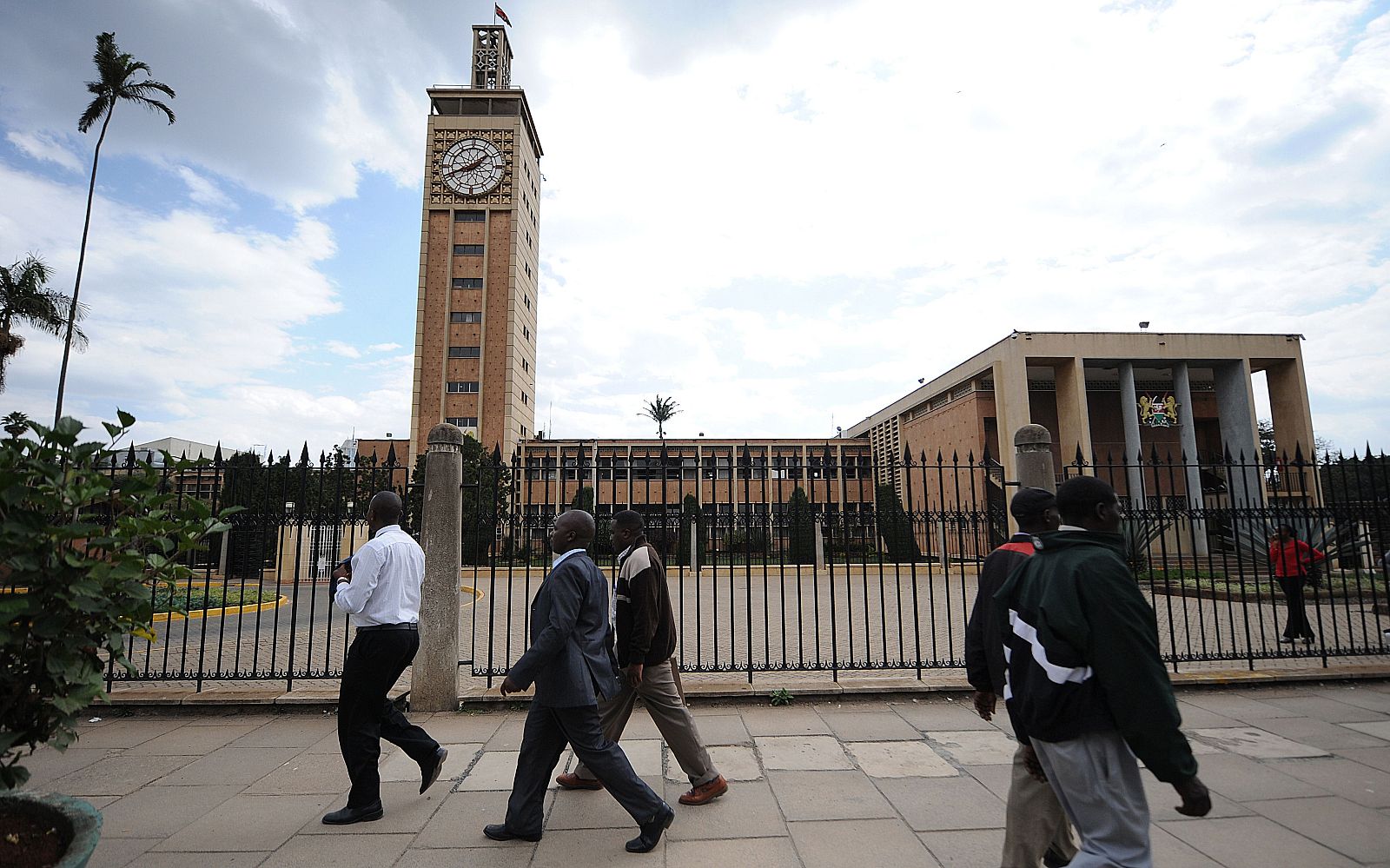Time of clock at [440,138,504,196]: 1:41
